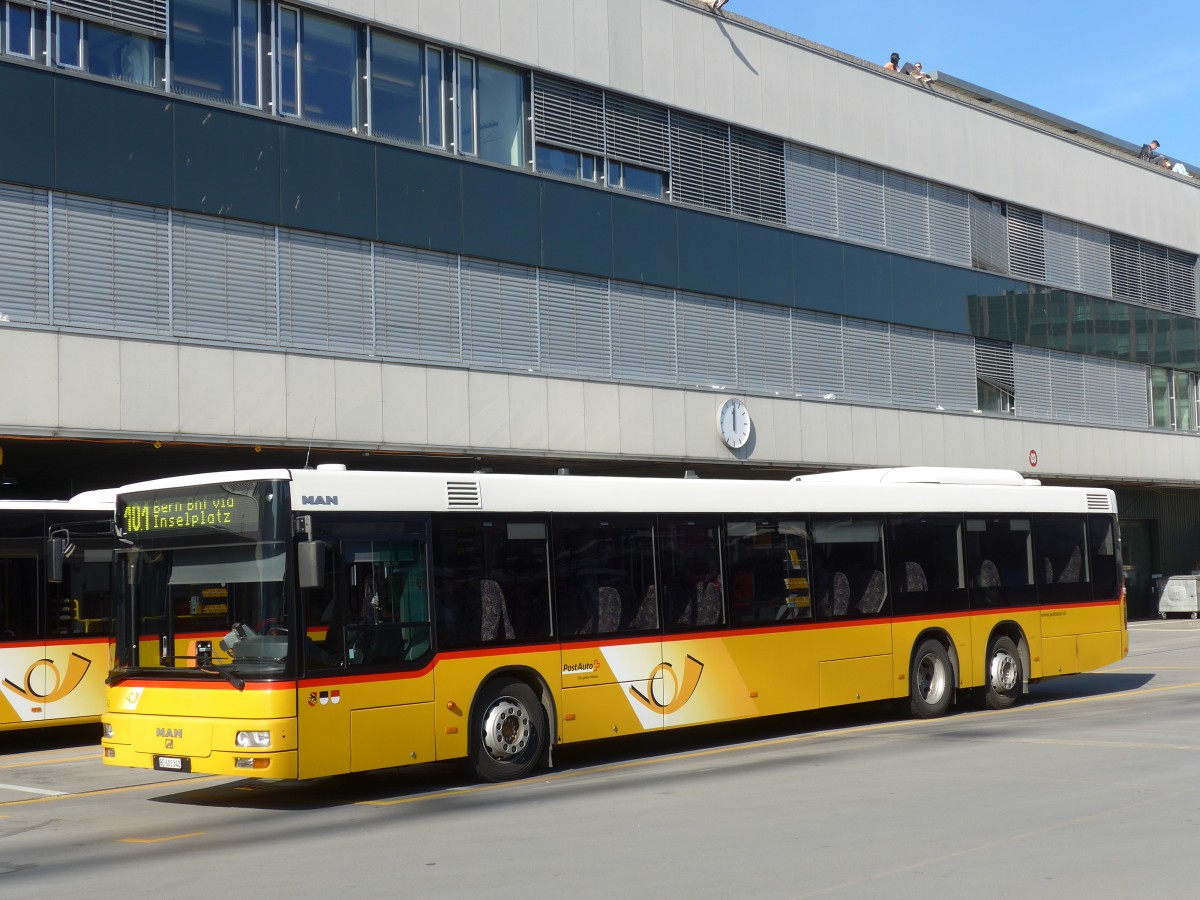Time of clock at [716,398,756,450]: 12:01
